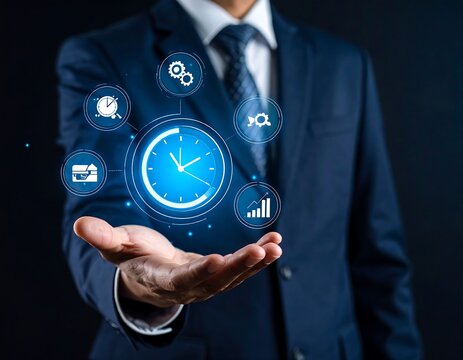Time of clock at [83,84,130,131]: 12:07
